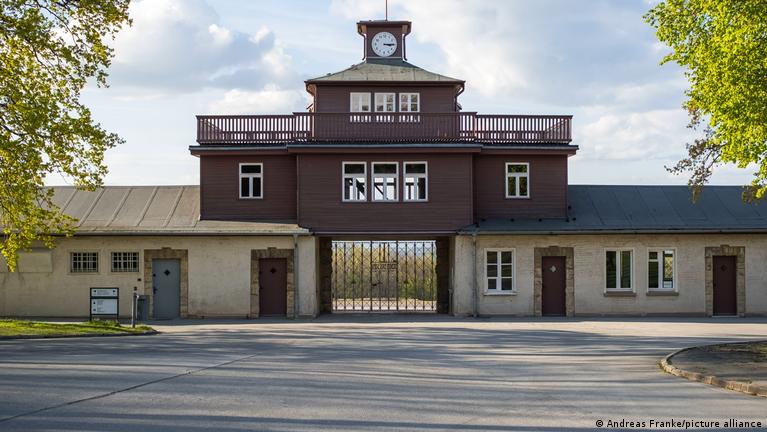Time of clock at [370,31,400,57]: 3:14
